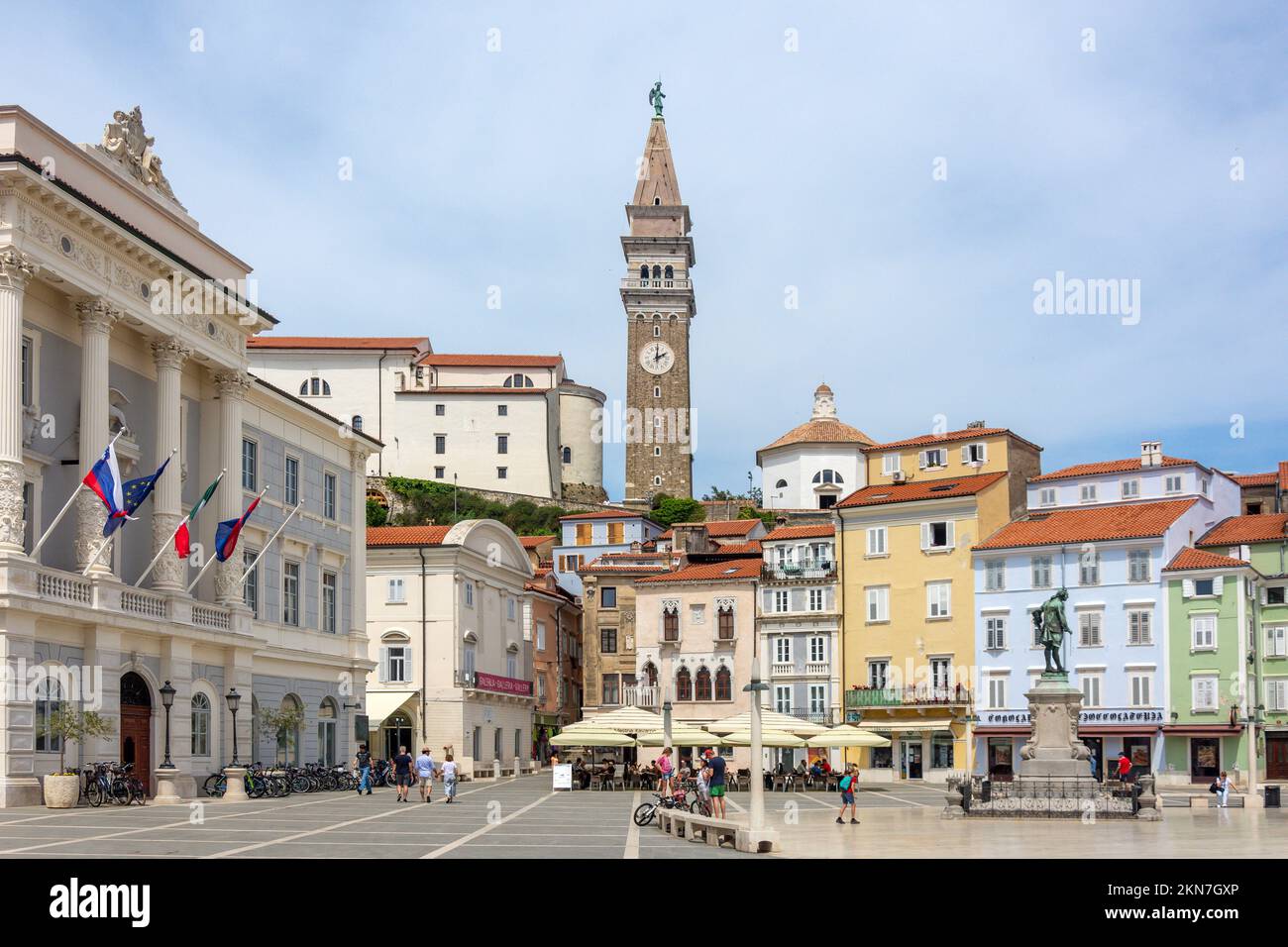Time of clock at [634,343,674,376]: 2:00
